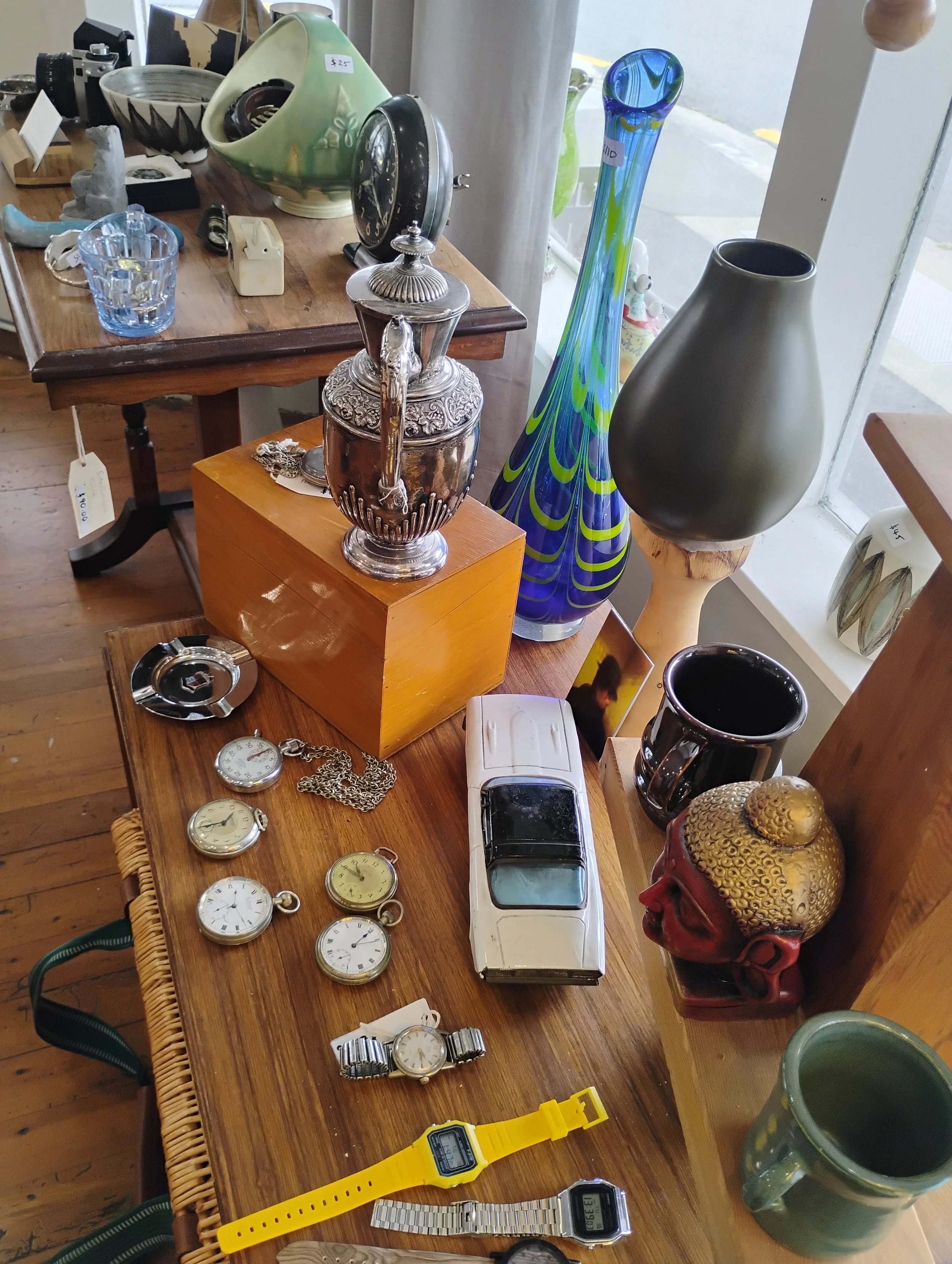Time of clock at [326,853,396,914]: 10:50
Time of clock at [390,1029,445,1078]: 5:29
